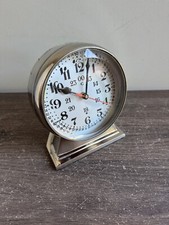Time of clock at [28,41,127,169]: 10:02
